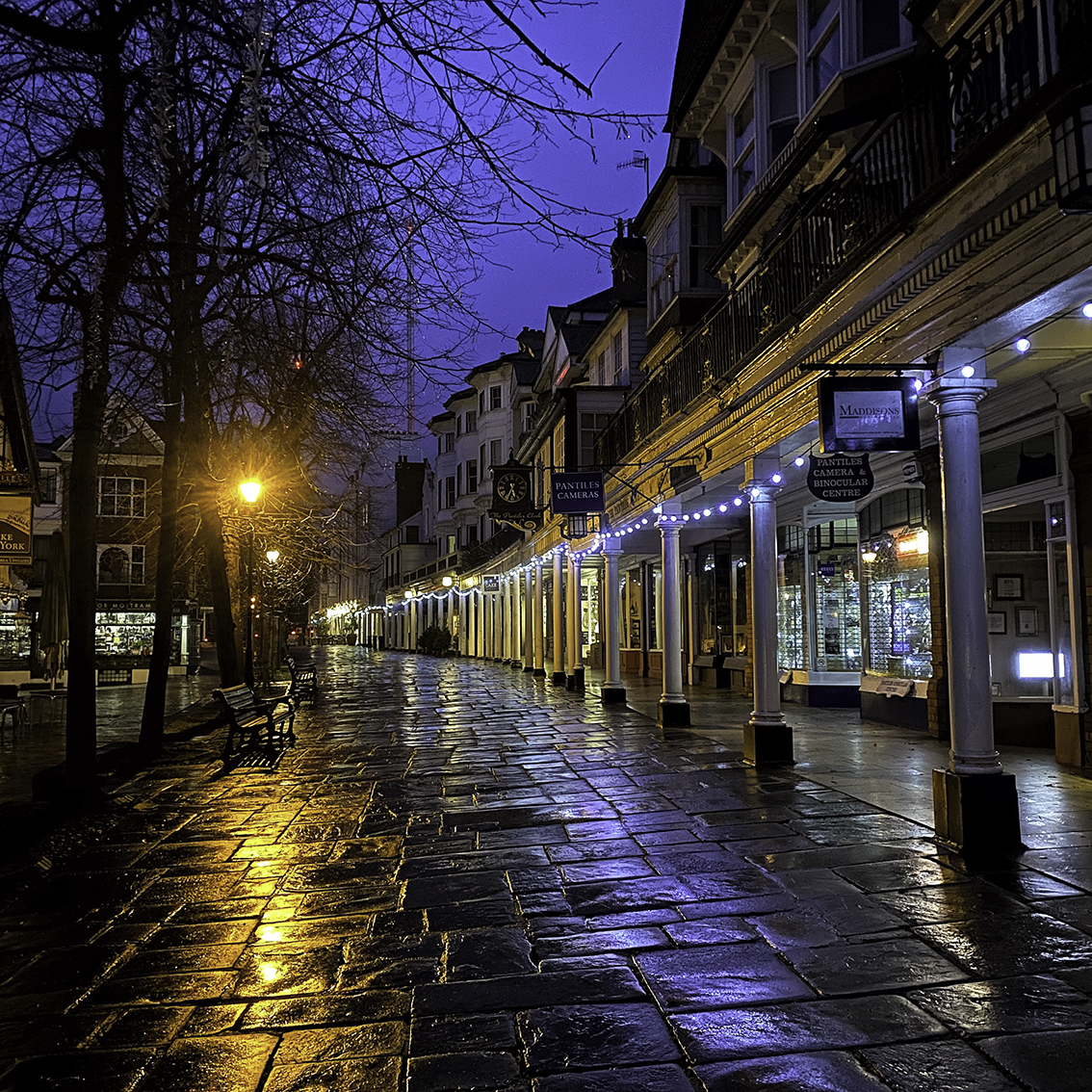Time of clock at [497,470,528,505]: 5:34
